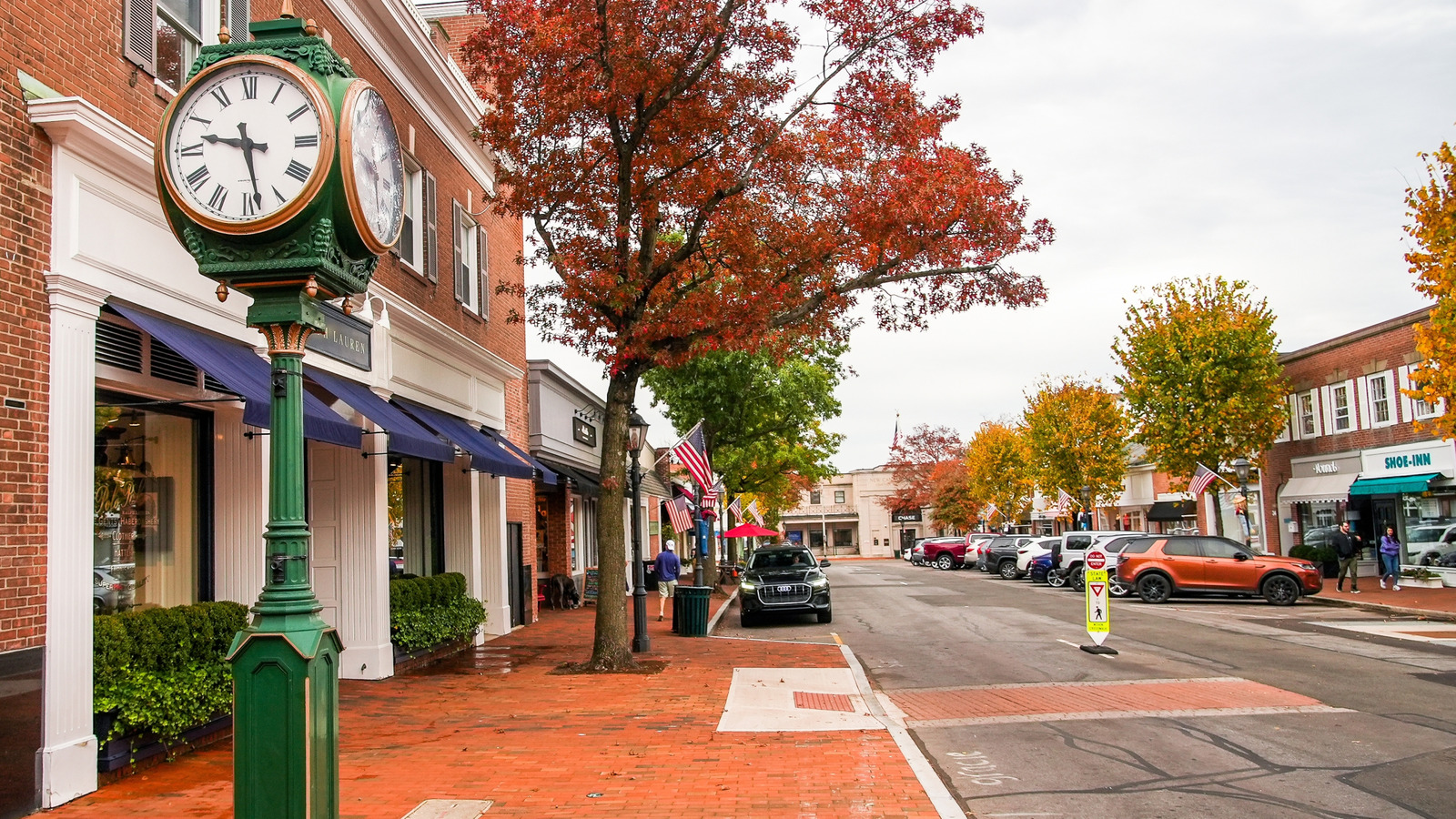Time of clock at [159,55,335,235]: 9:28
